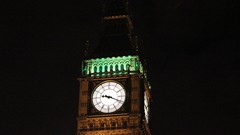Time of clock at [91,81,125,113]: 9:18
